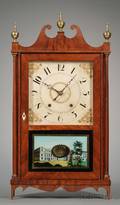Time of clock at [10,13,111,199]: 10:07
